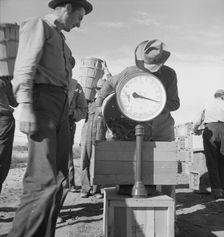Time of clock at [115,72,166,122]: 9:17
